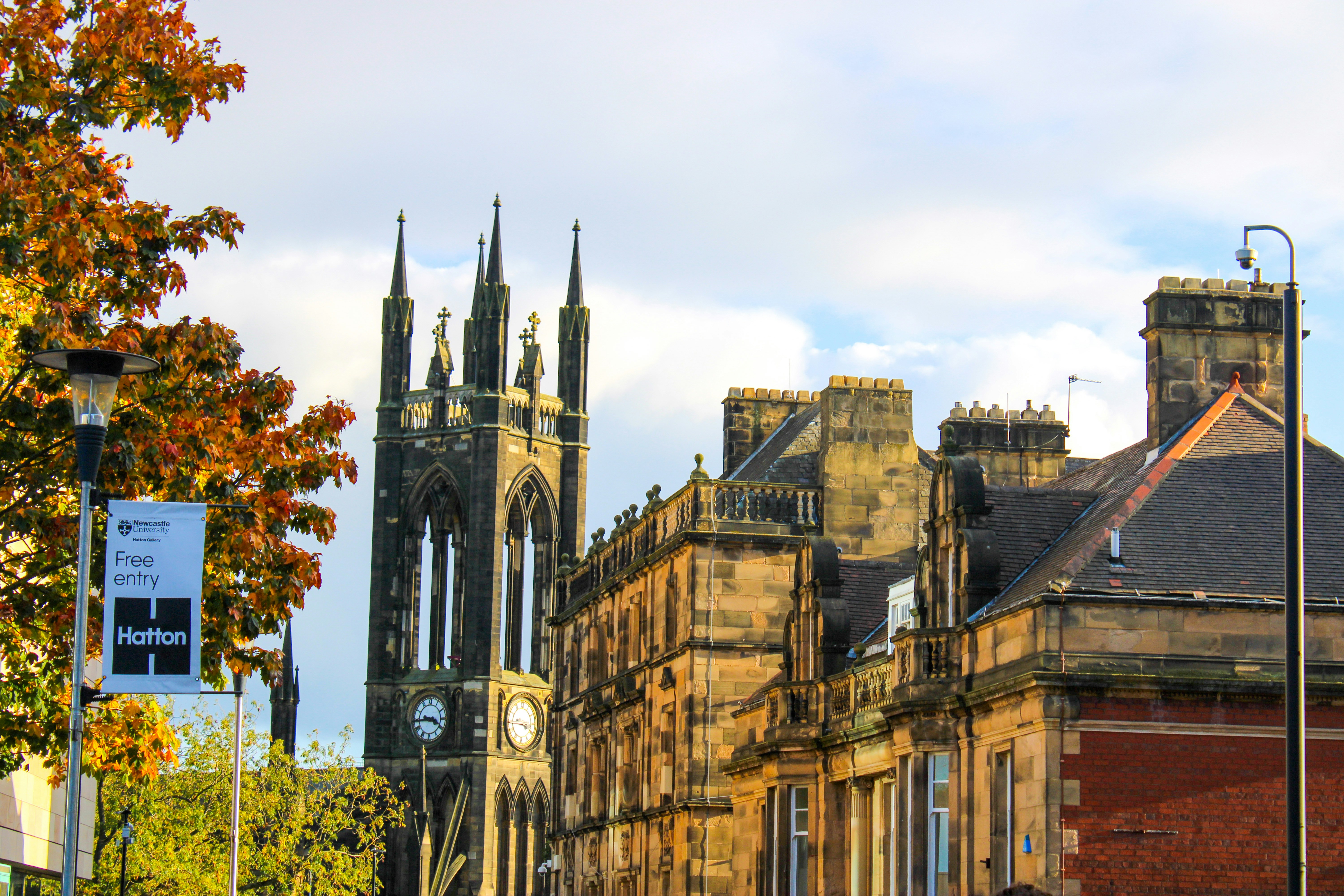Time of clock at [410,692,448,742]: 3:44
